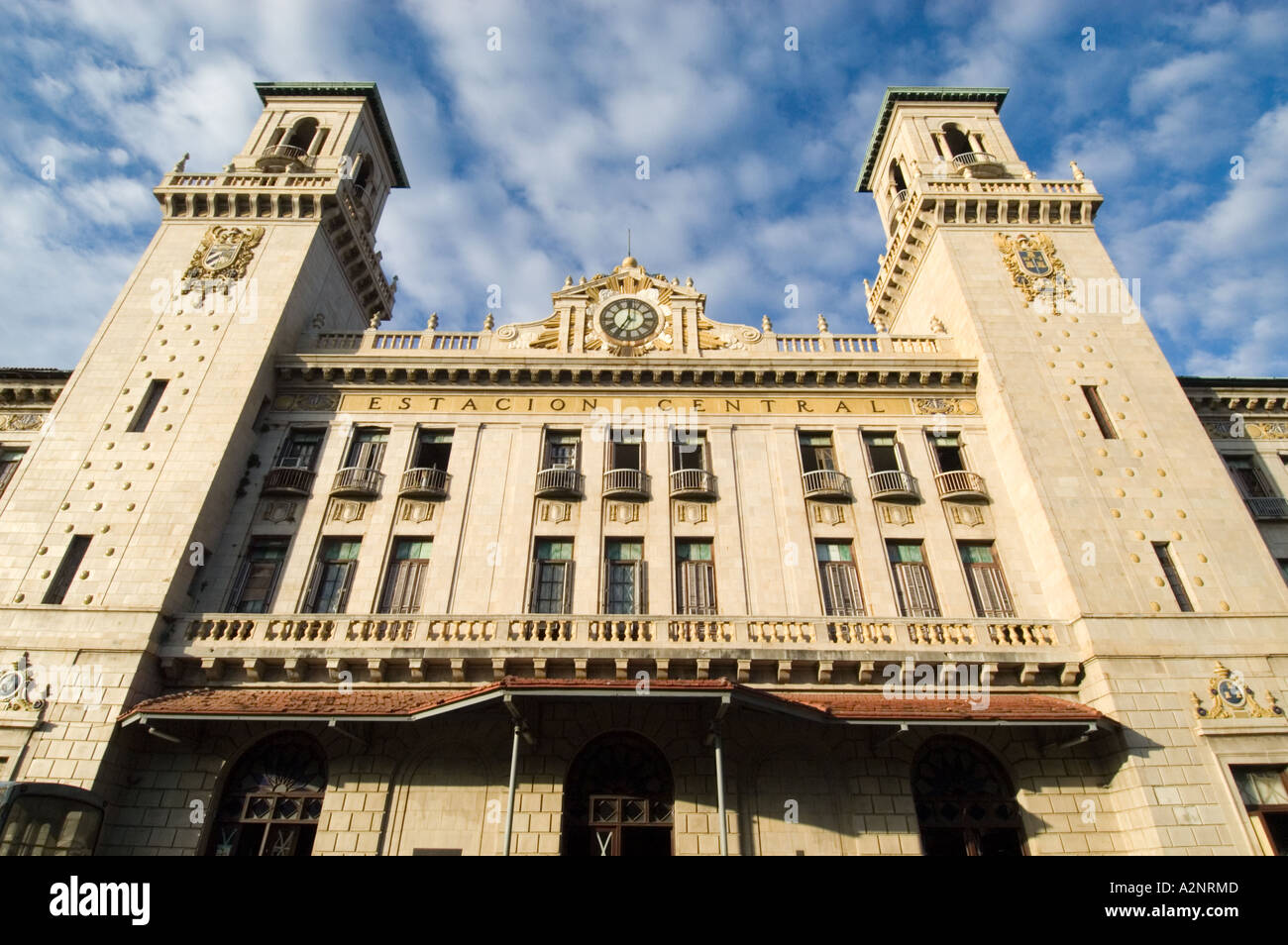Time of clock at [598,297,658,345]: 7:00
